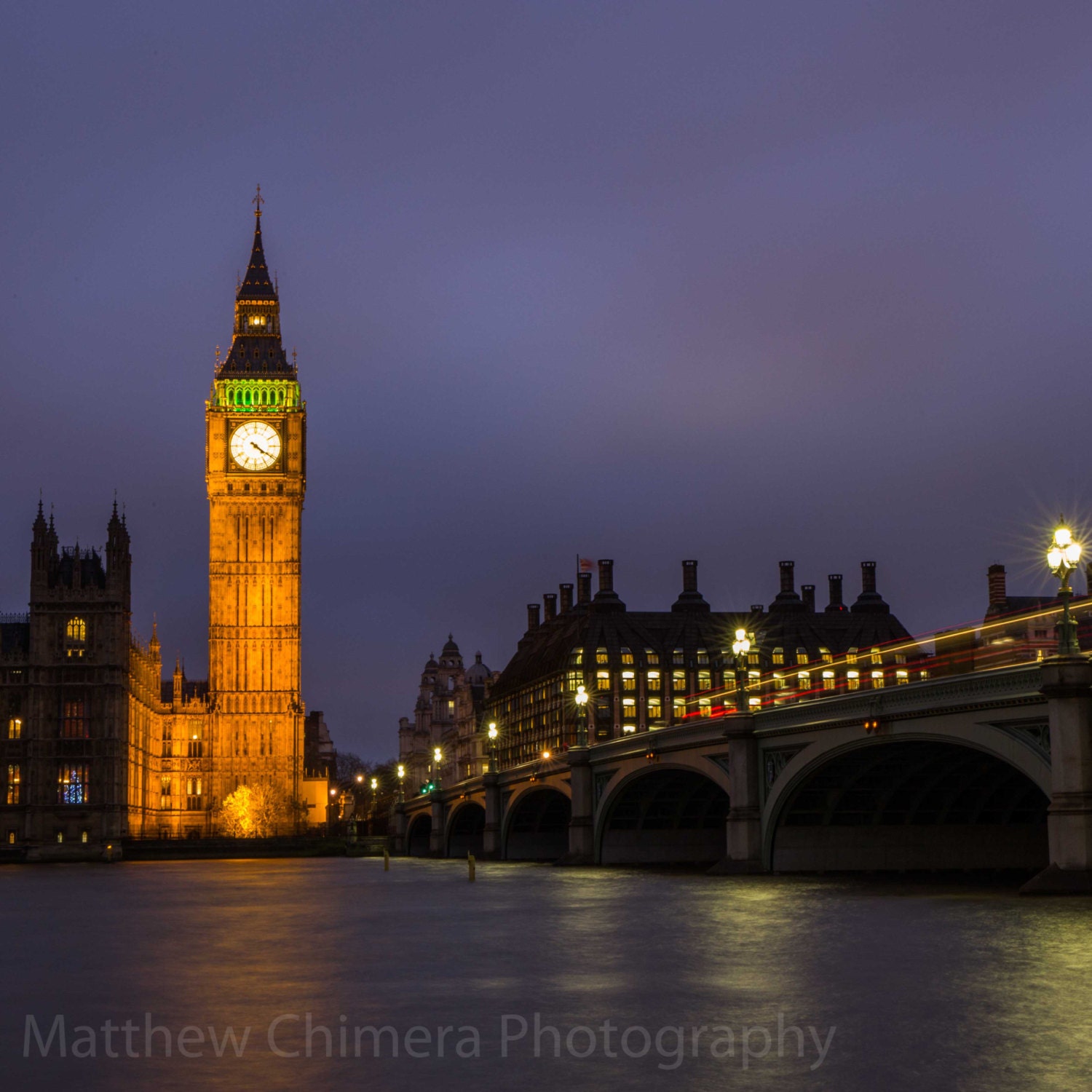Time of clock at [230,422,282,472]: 4:20
